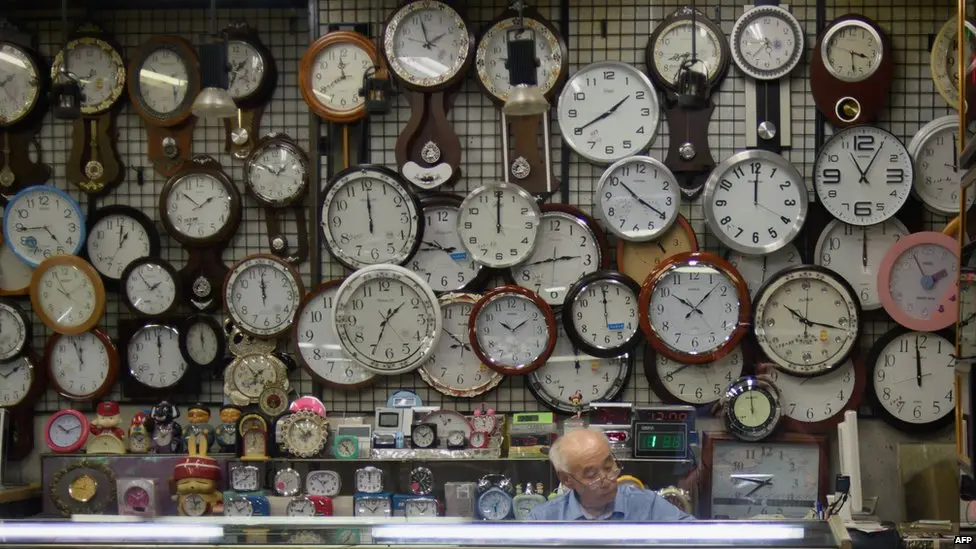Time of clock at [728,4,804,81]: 3:37
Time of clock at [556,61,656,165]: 1:40
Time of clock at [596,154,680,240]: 10:19
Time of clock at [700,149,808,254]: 12:00
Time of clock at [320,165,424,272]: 12:00
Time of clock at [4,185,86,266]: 4:44
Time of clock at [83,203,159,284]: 1:00
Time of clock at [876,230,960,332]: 1:55
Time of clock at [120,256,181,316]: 1:53
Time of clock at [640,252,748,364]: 10:07
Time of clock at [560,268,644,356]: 11:59
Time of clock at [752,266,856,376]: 10:17
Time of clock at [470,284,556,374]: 10:09
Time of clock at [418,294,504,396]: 10:08
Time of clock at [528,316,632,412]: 12:00
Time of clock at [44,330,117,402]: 11:56
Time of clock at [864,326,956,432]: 11:58
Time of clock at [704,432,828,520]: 7:46
